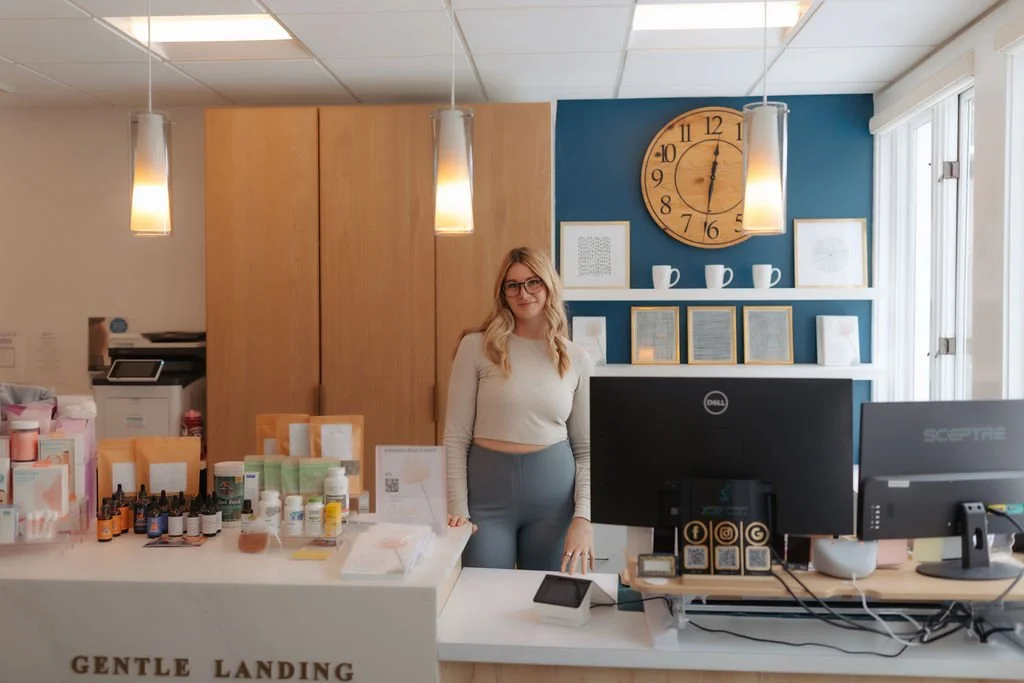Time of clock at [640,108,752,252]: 12:31
